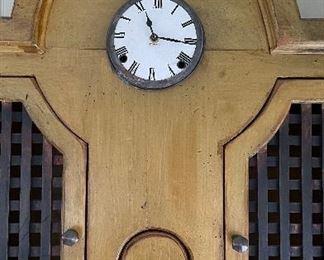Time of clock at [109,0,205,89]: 11:15
